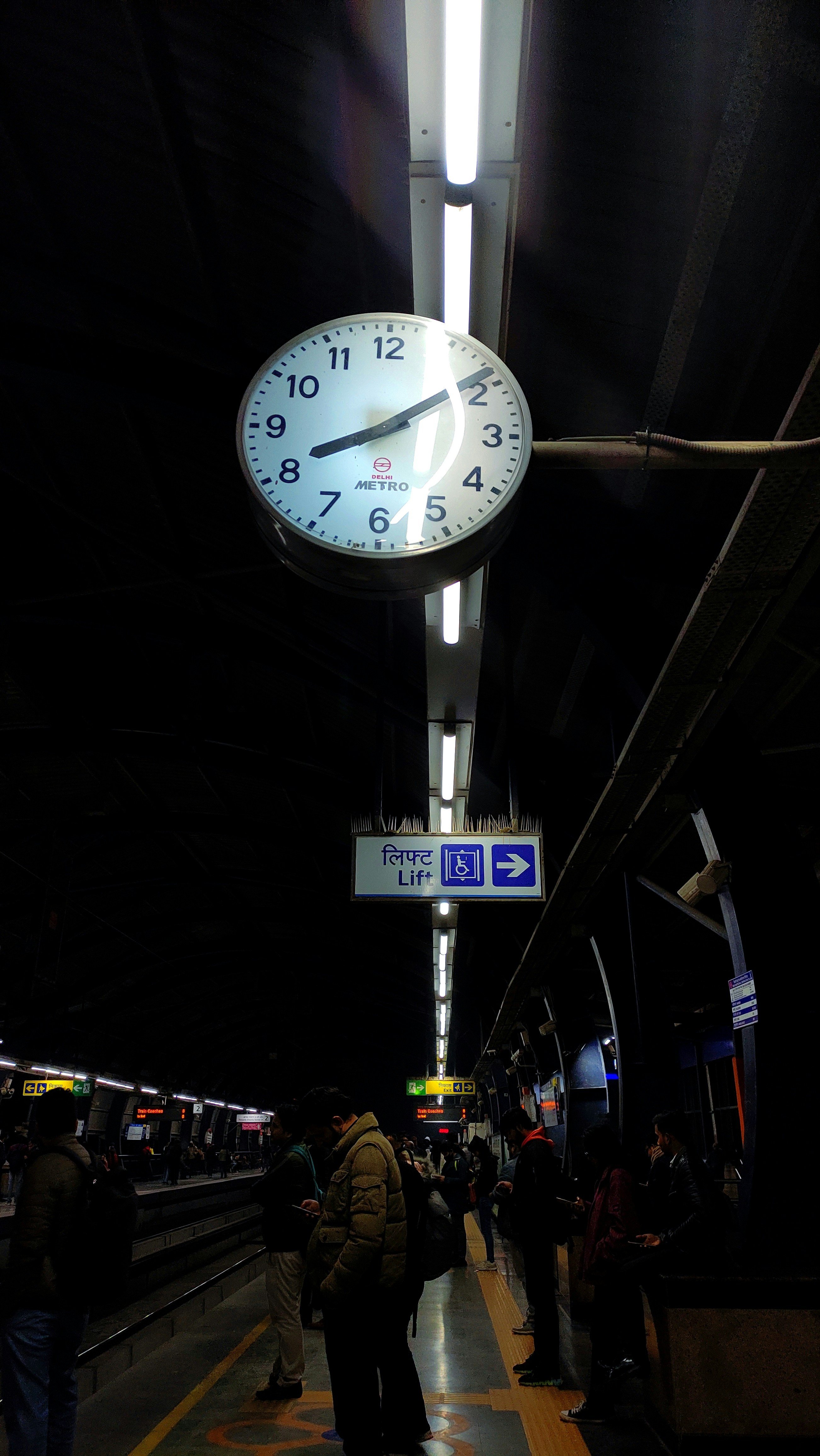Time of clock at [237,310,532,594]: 8:09
